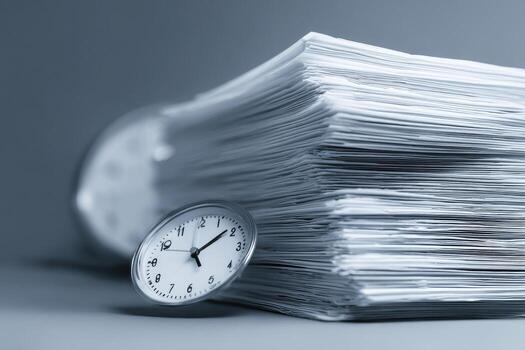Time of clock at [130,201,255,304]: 5:08
